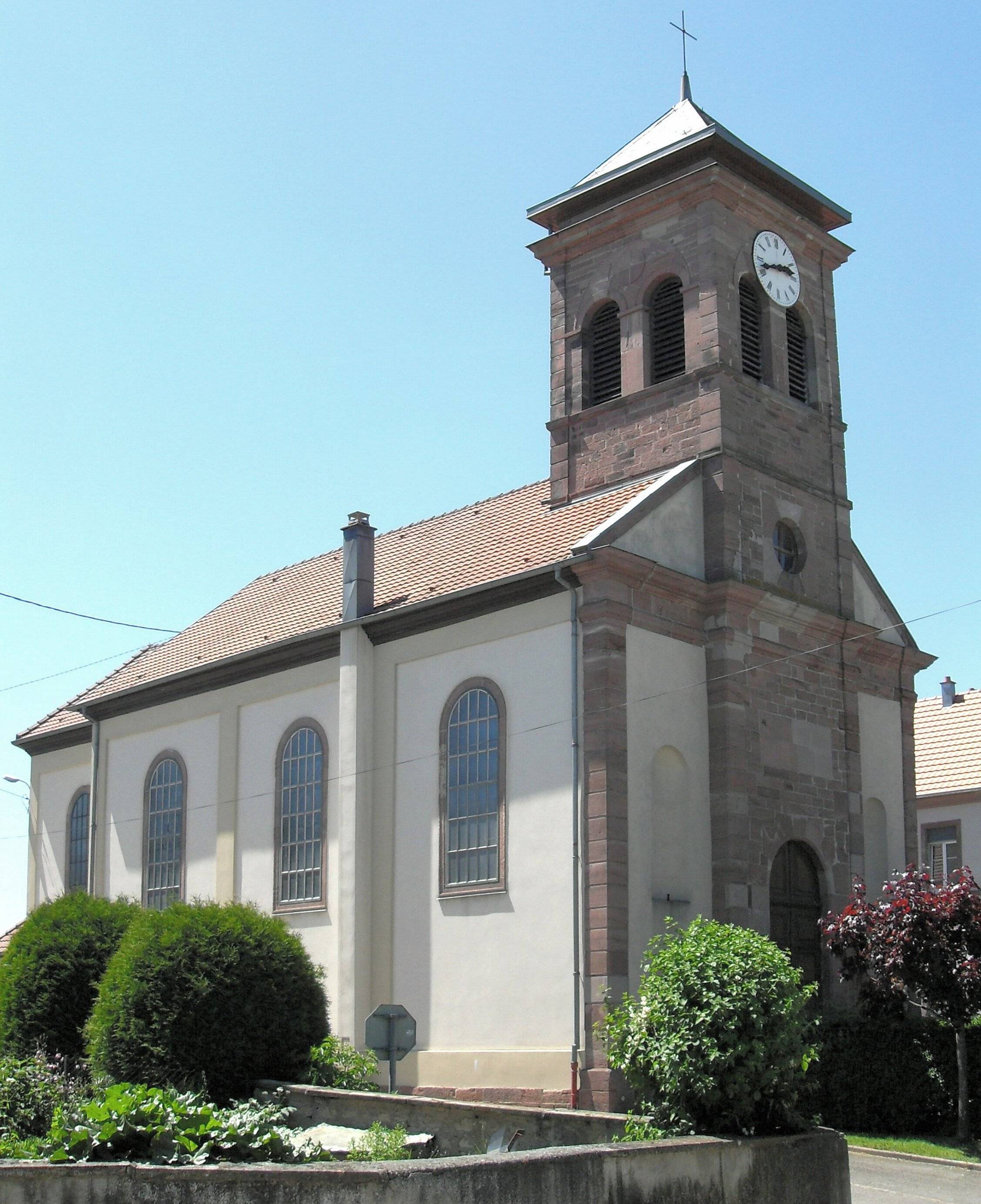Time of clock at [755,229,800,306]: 2:42
